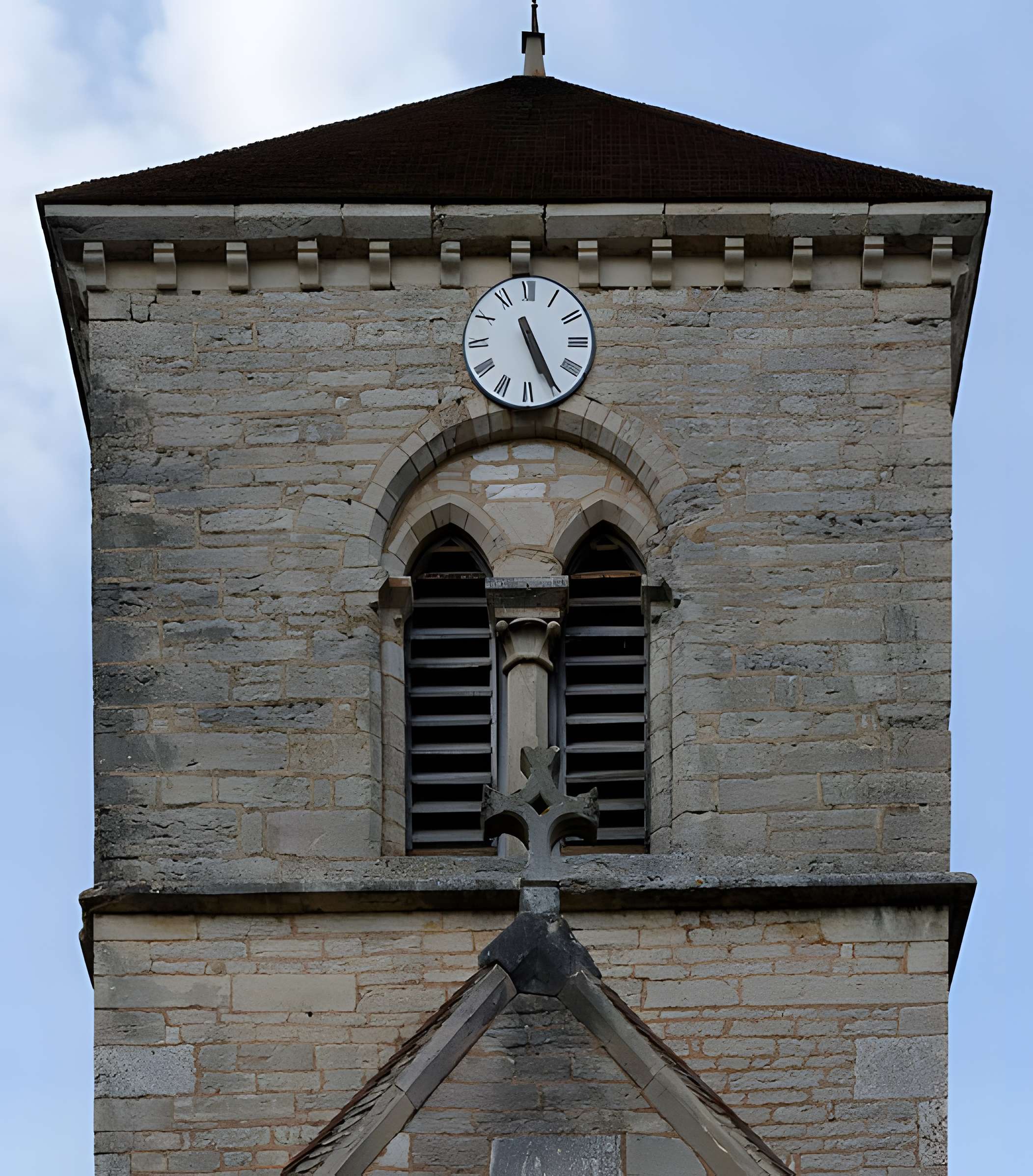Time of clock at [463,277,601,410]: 11:25
